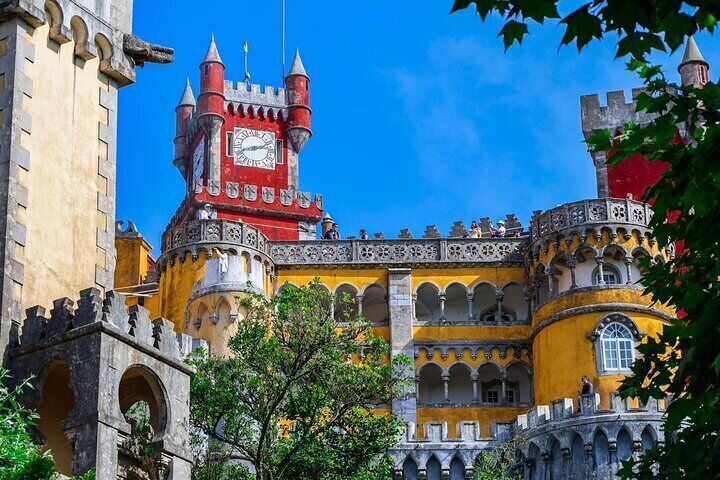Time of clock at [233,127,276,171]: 2:42
